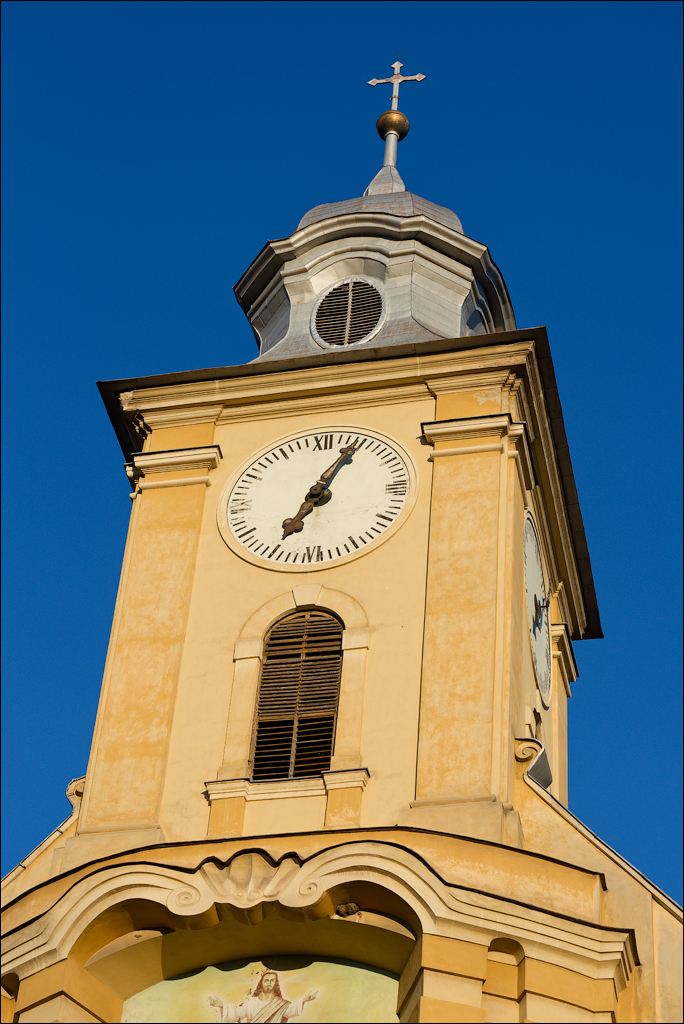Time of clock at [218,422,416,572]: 7:04
